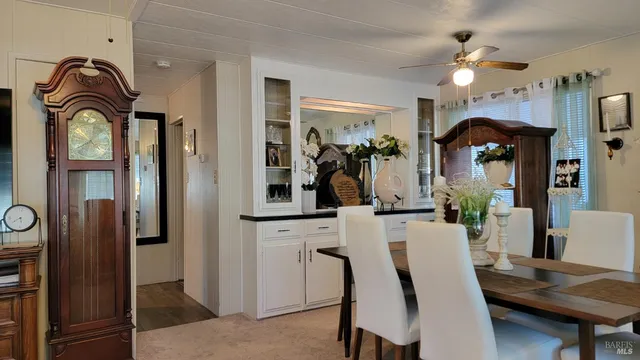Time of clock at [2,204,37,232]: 5:38
